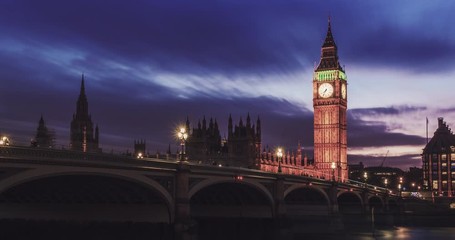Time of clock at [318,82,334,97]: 7:34
